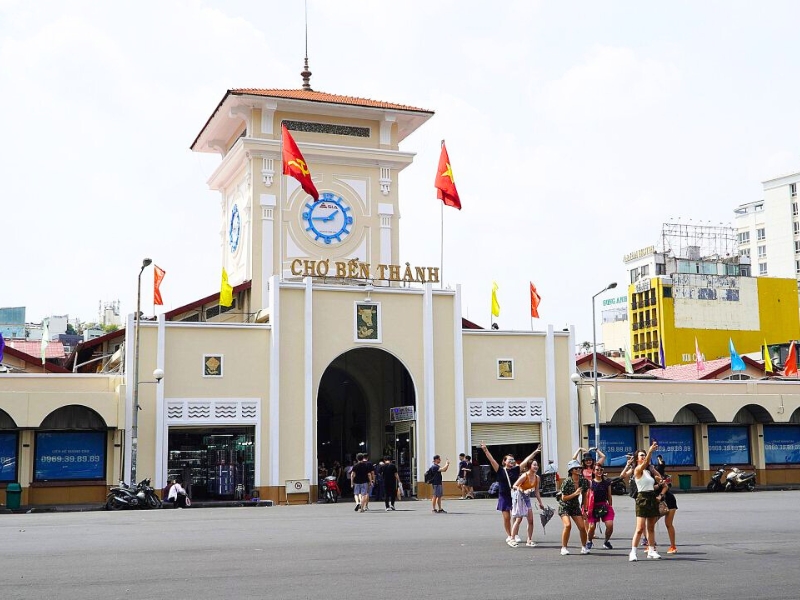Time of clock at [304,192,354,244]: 1:44
